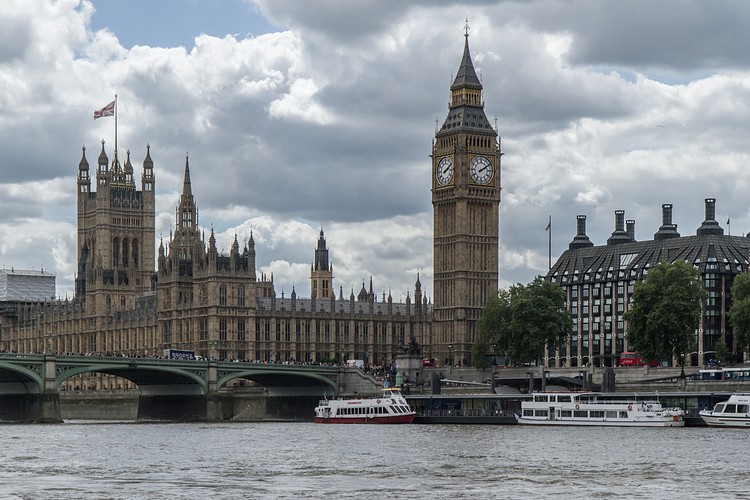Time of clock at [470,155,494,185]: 2:09
